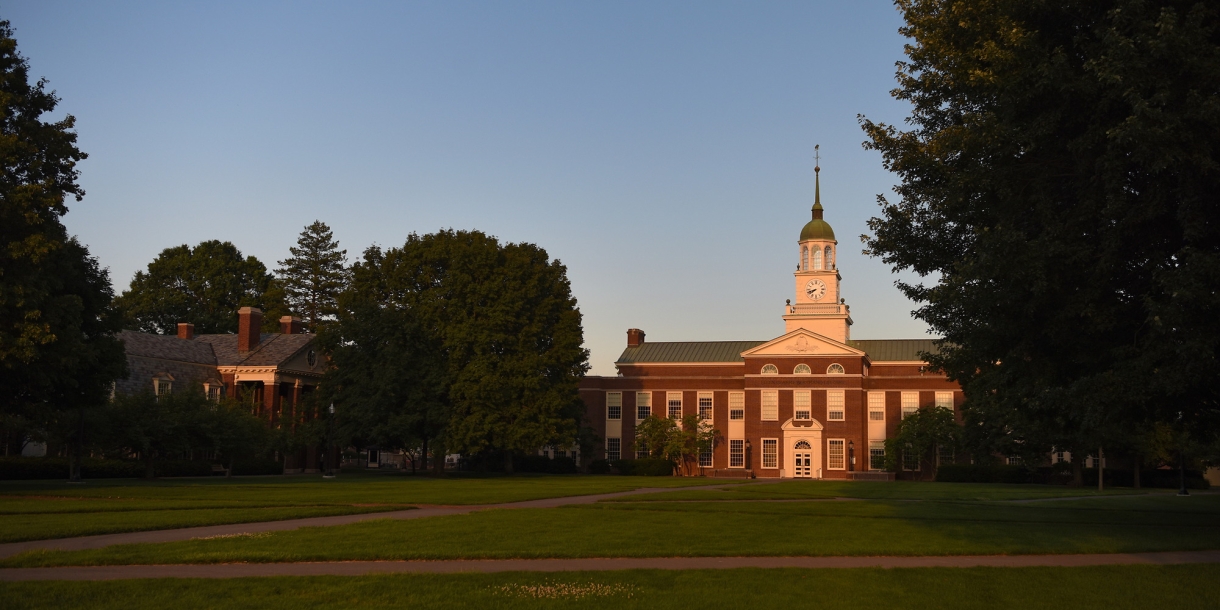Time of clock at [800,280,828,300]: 7:41
